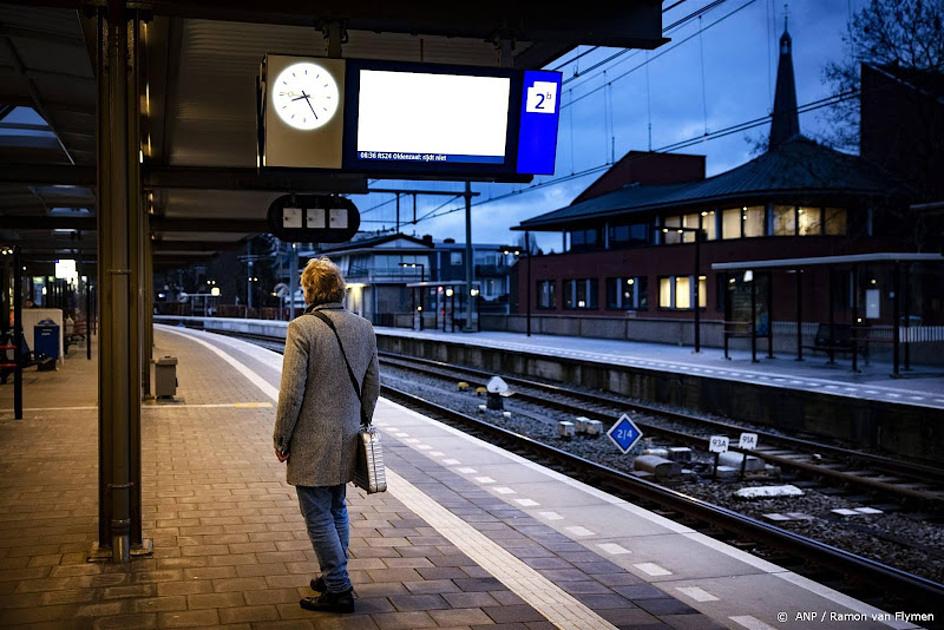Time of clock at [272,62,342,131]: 8:24
